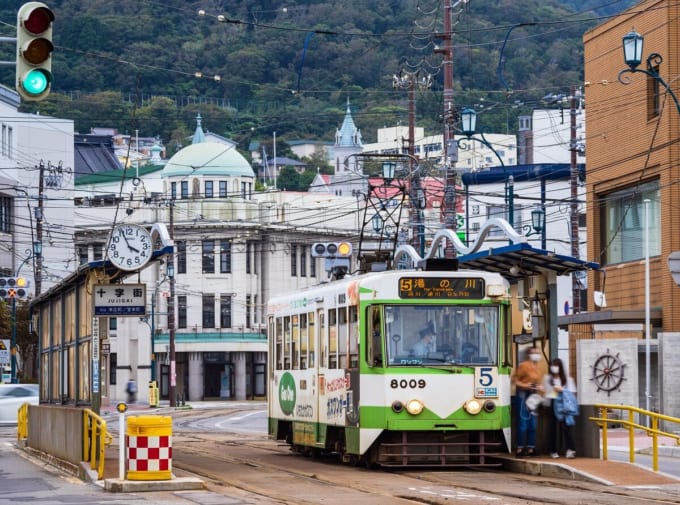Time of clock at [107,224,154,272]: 3:56
